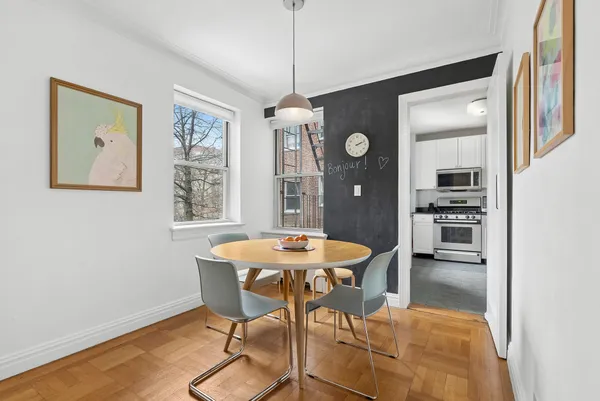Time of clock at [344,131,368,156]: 2:11
